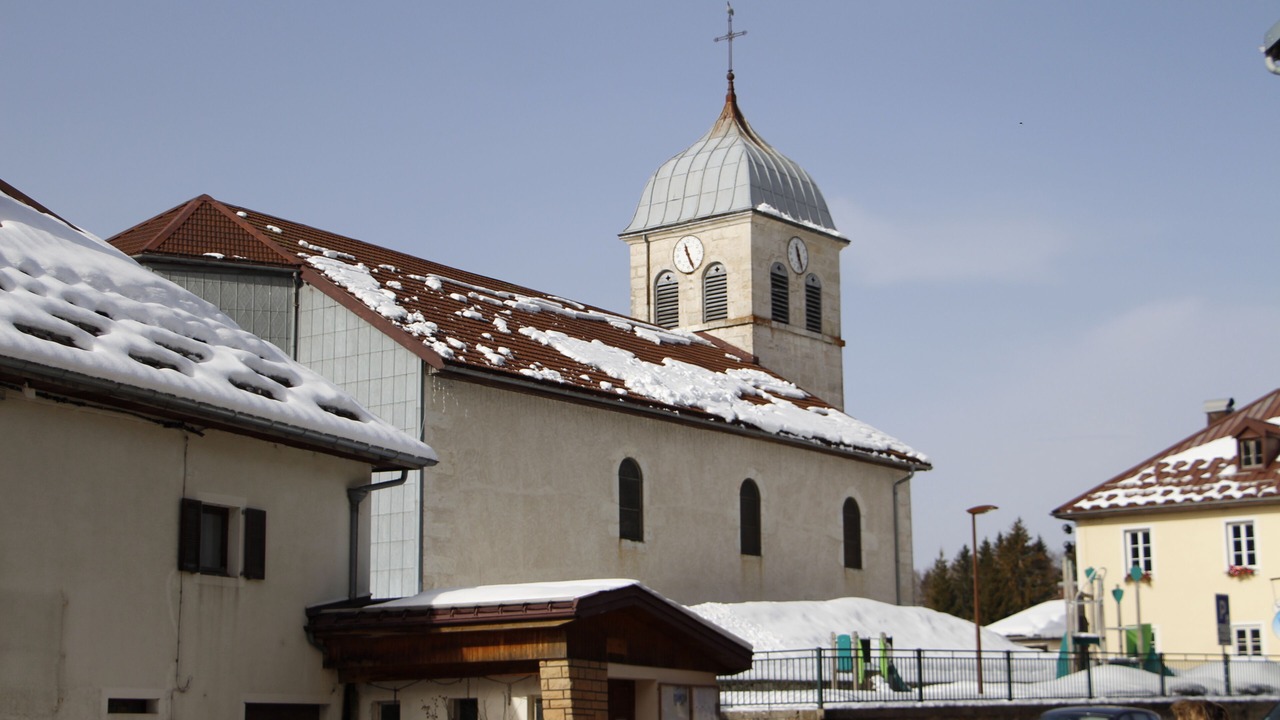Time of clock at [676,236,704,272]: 11:25
